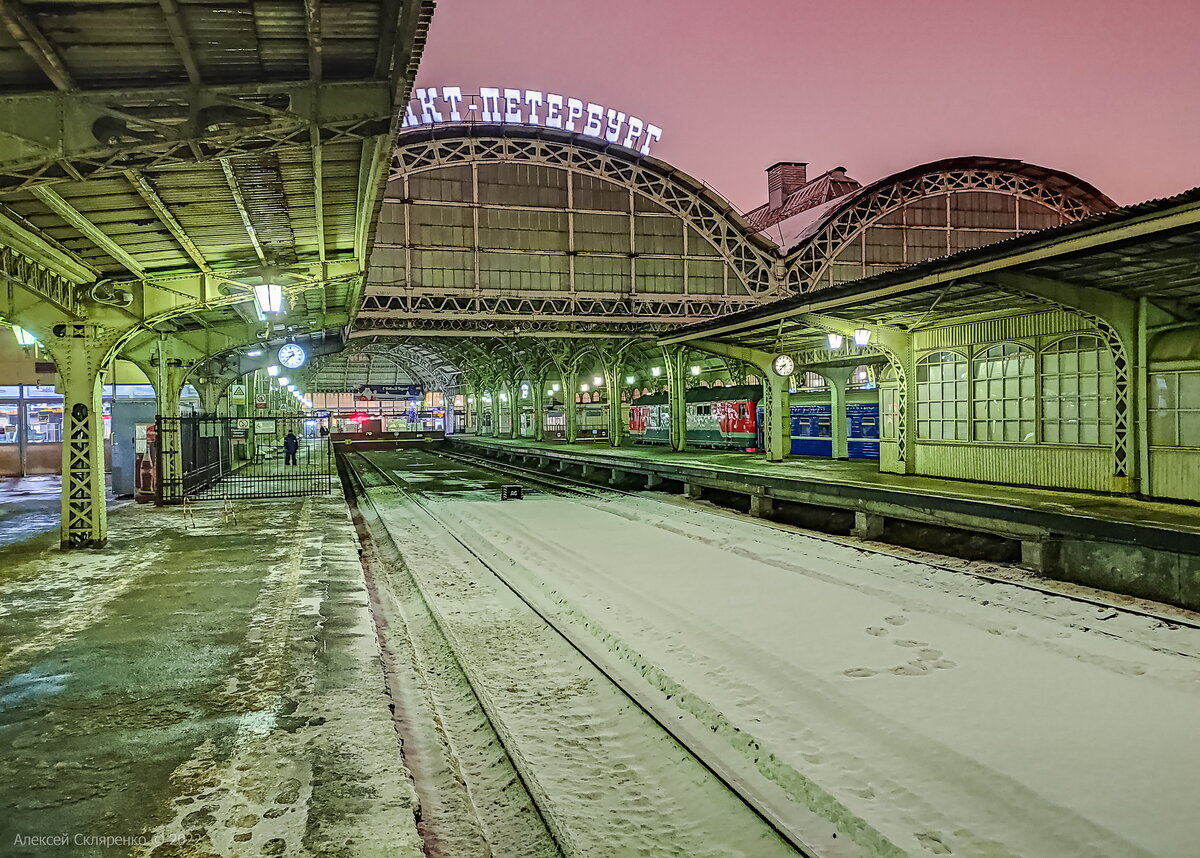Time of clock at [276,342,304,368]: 8:38
